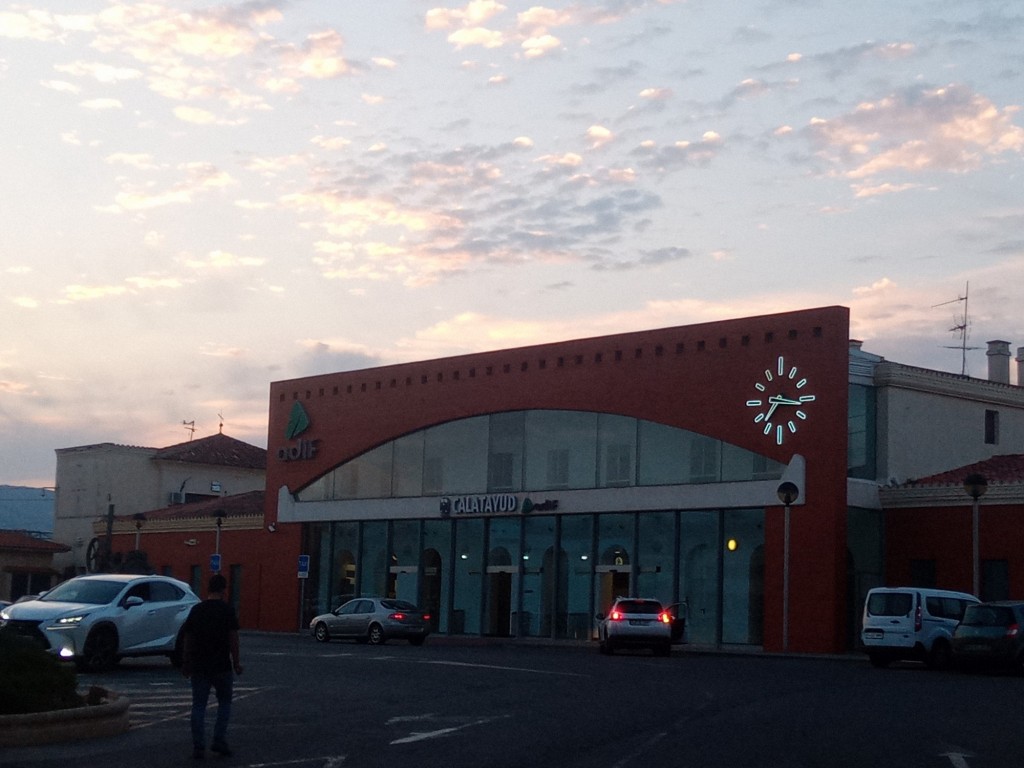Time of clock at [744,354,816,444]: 7:16
